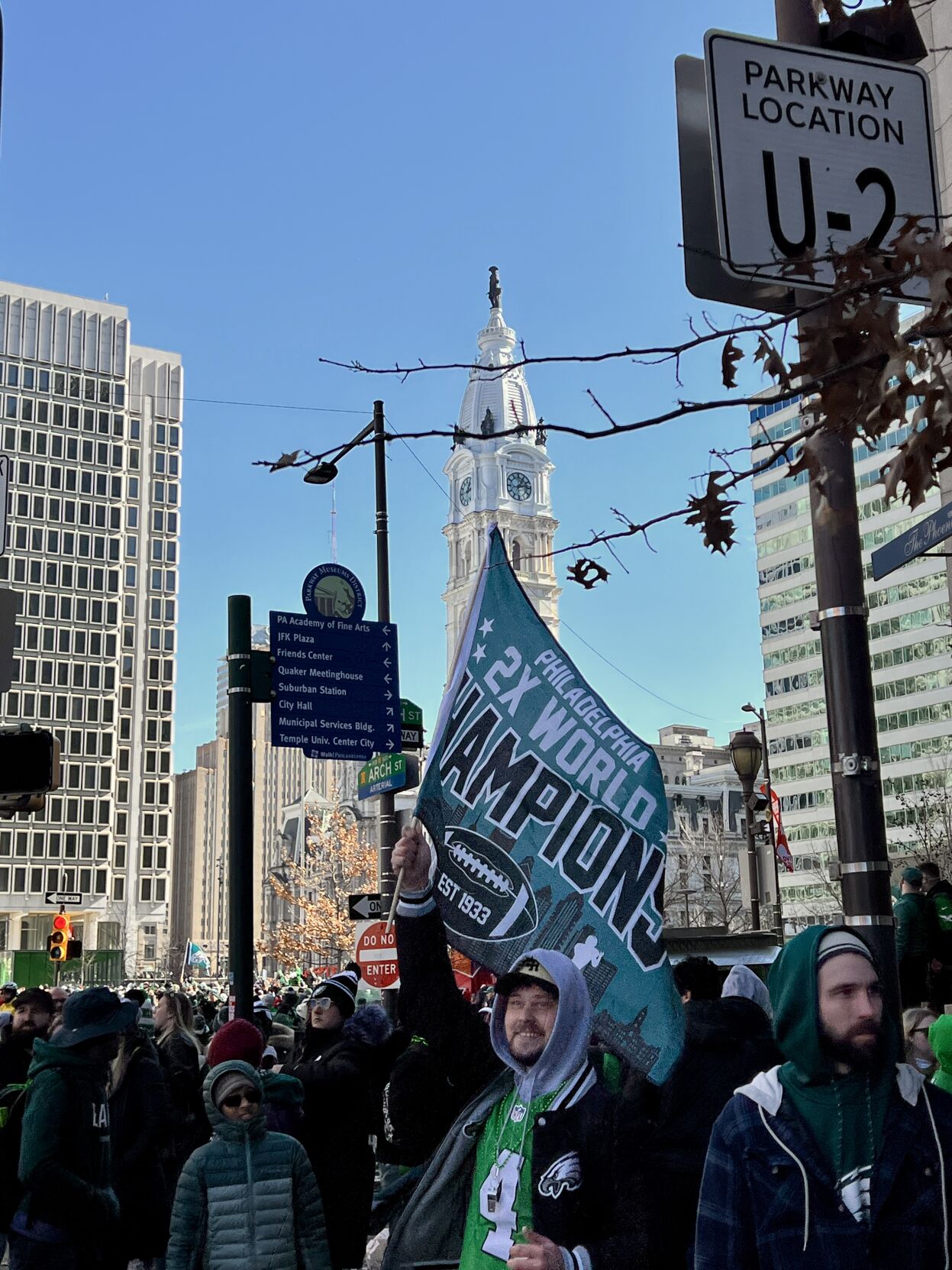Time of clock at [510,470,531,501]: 1:13
